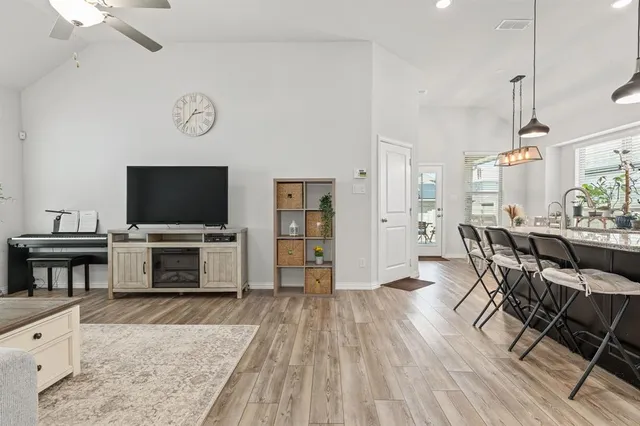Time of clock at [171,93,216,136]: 2:36
